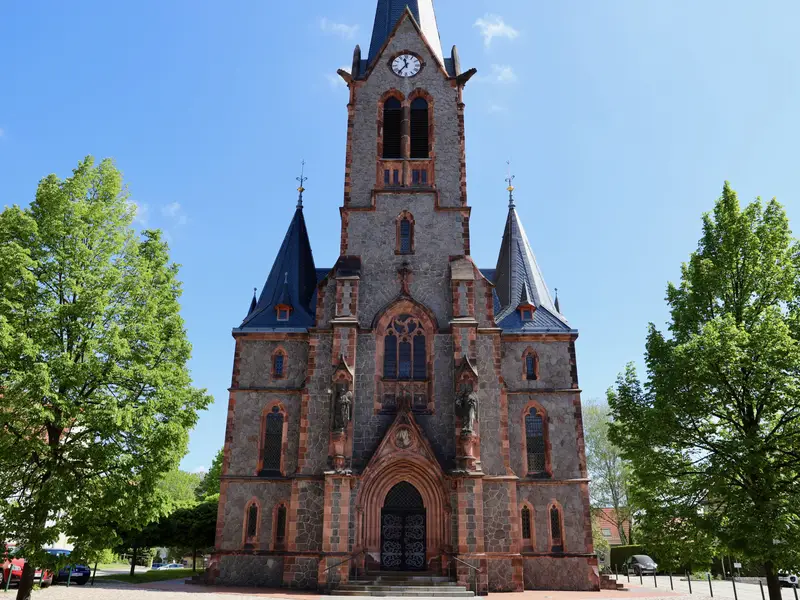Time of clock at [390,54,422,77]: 11:36
